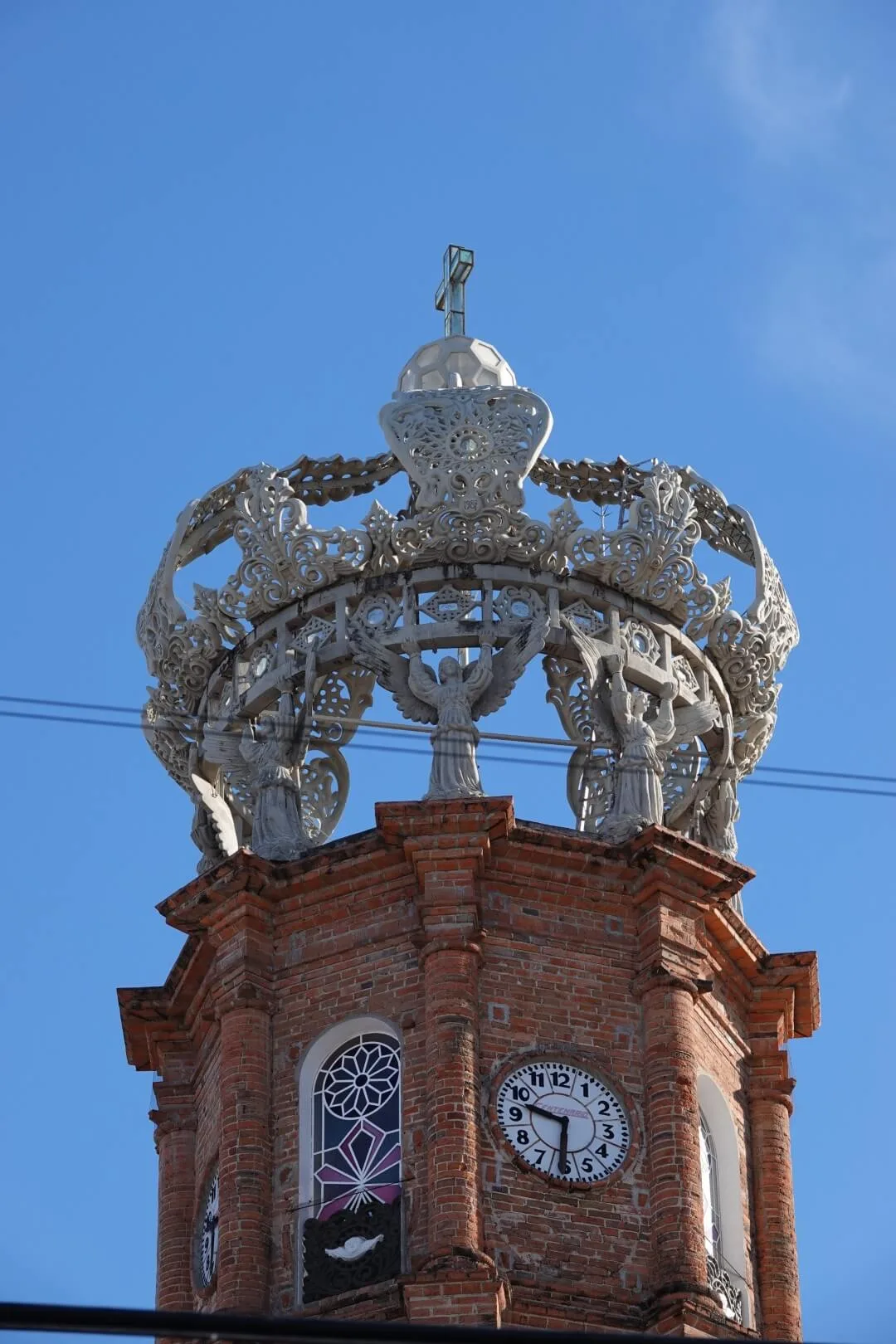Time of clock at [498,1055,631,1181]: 9:31
